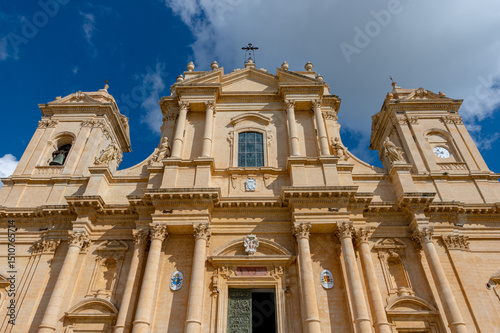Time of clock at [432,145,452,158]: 10:42
